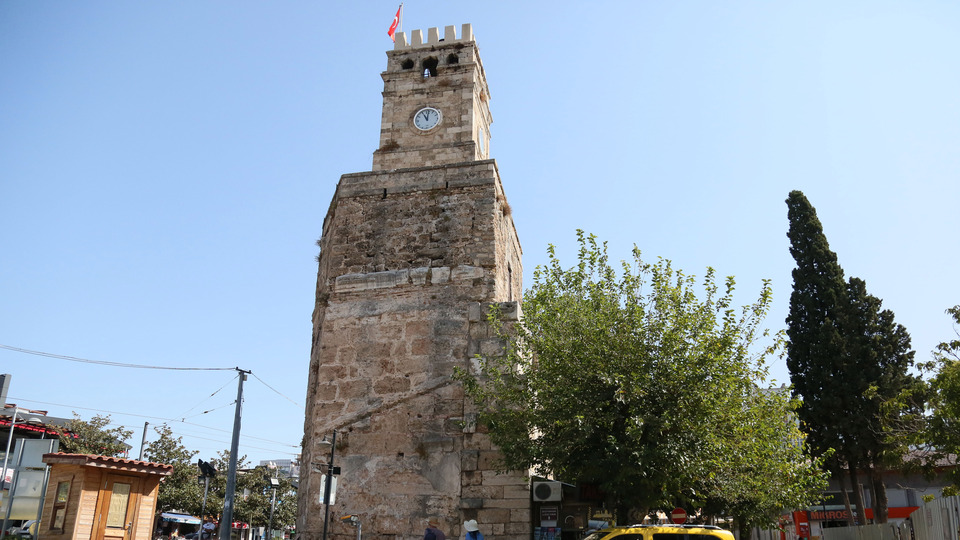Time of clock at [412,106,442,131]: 11:01
